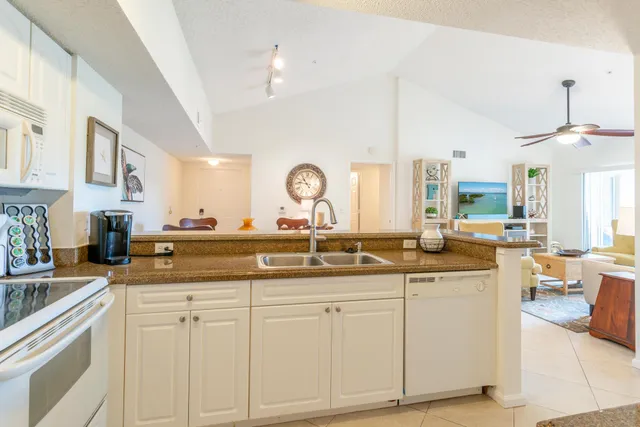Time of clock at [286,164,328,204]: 10:46
